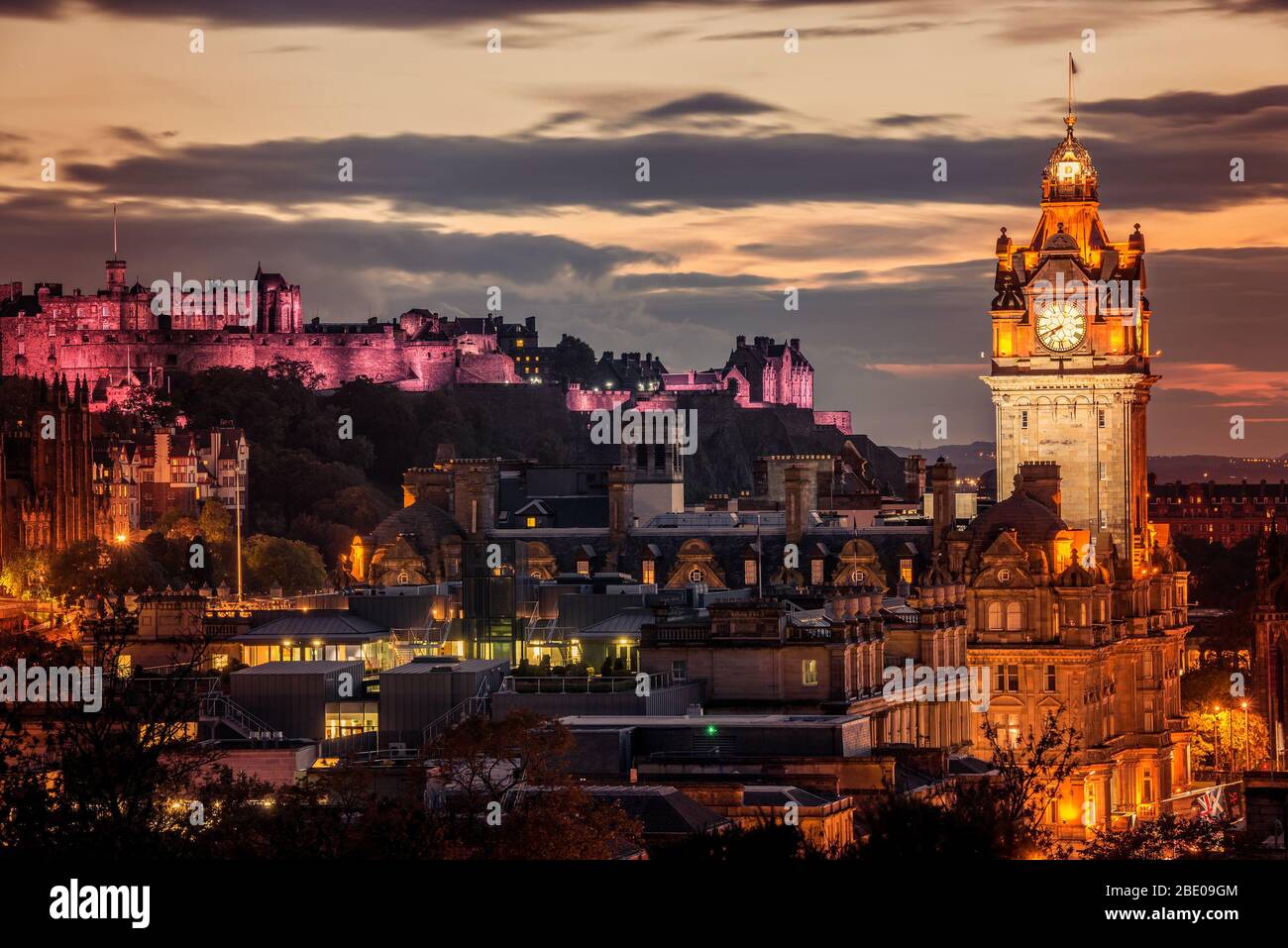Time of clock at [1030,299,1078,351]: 7:41
